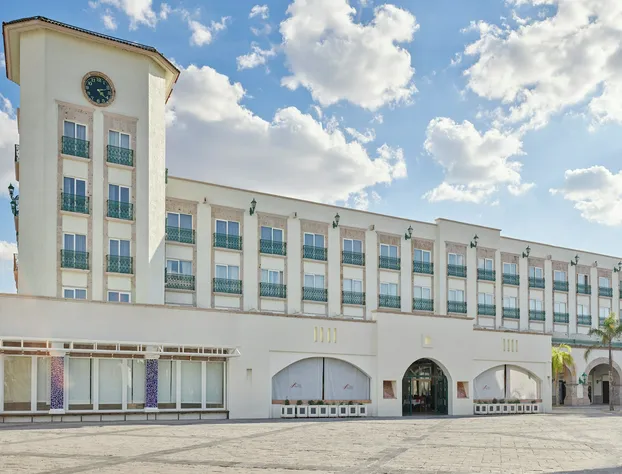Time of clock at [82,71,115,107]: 4:13
